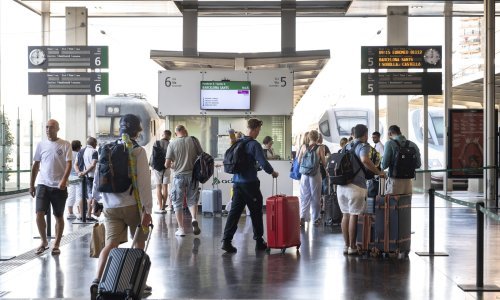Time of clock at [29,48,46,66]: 9:01
